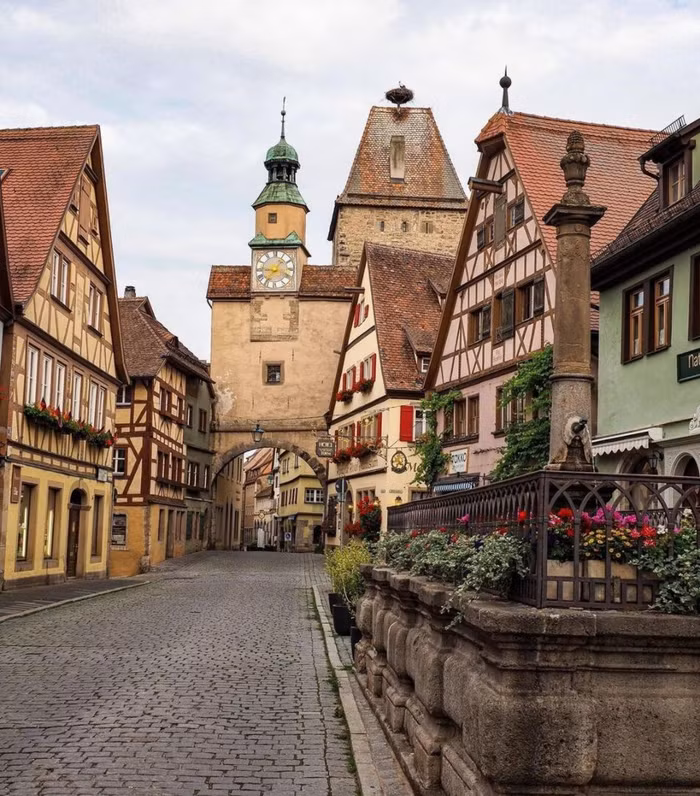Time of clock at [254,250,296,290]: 1:18
